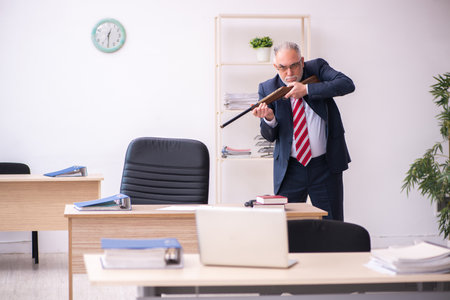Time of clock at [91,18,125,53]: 12:29
